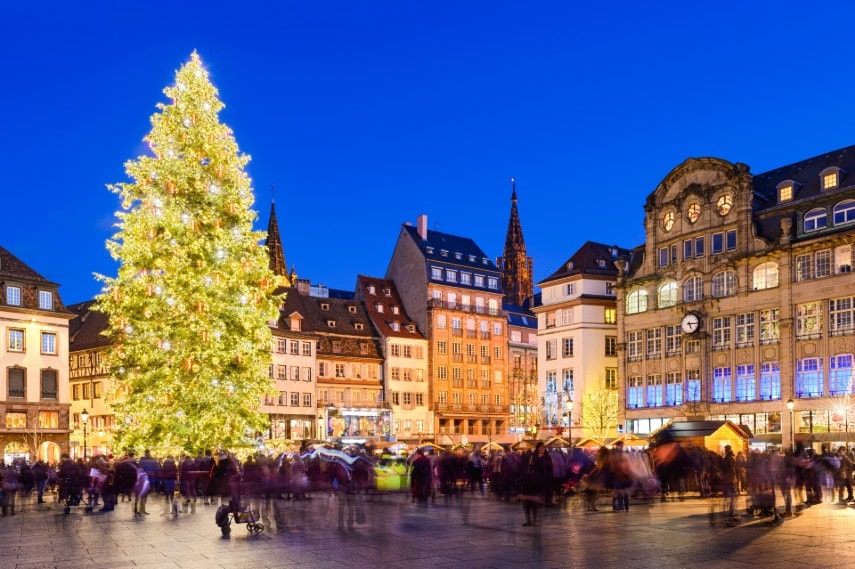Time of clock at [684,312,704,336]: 5:15
